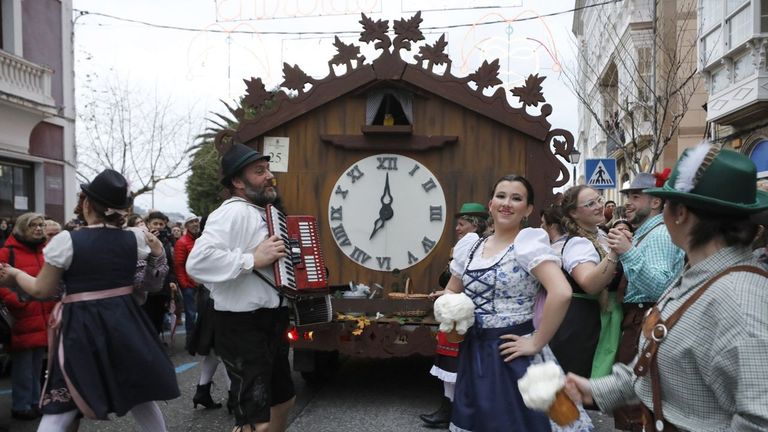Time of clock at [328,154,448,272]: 7:00
